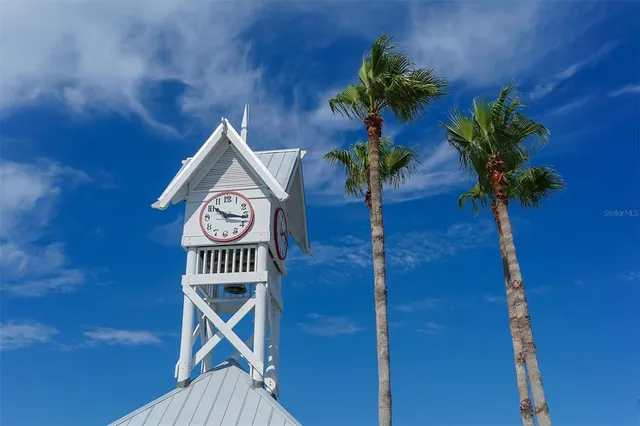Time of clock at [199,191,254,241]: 10:16
